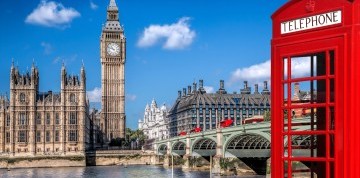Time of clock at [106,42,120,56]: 10:48
